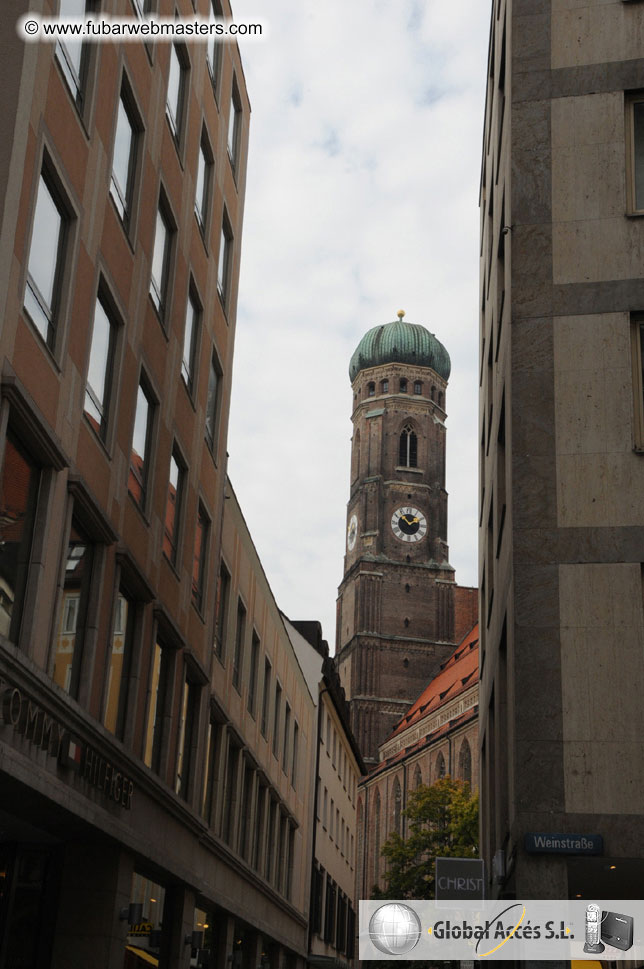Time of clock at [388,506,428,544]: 1:52
